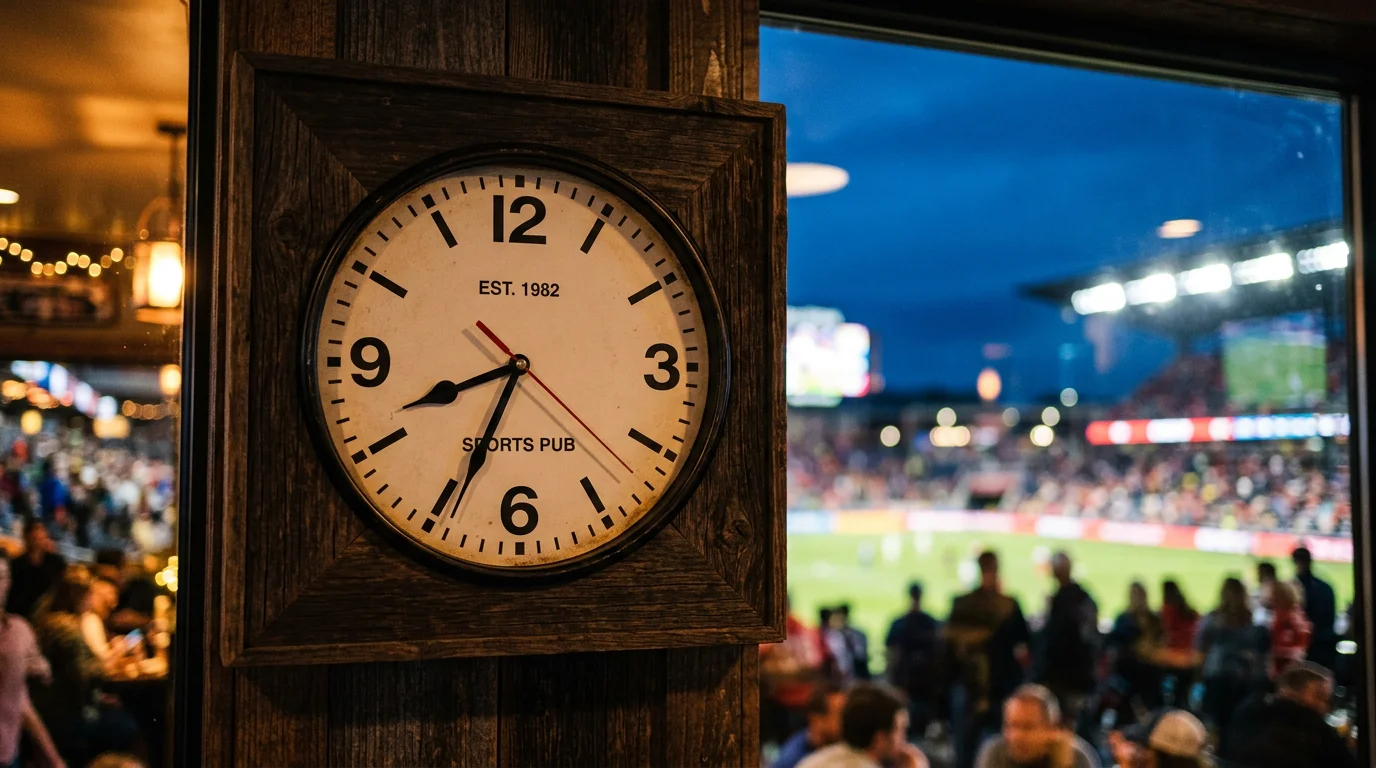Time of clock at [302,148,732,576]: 8:34
